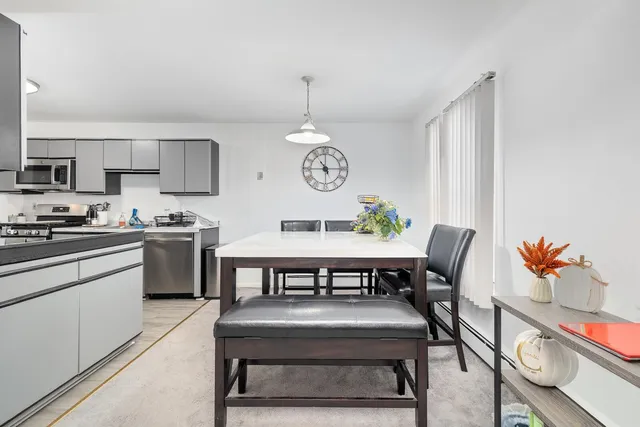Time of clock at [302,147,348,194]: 10:45
